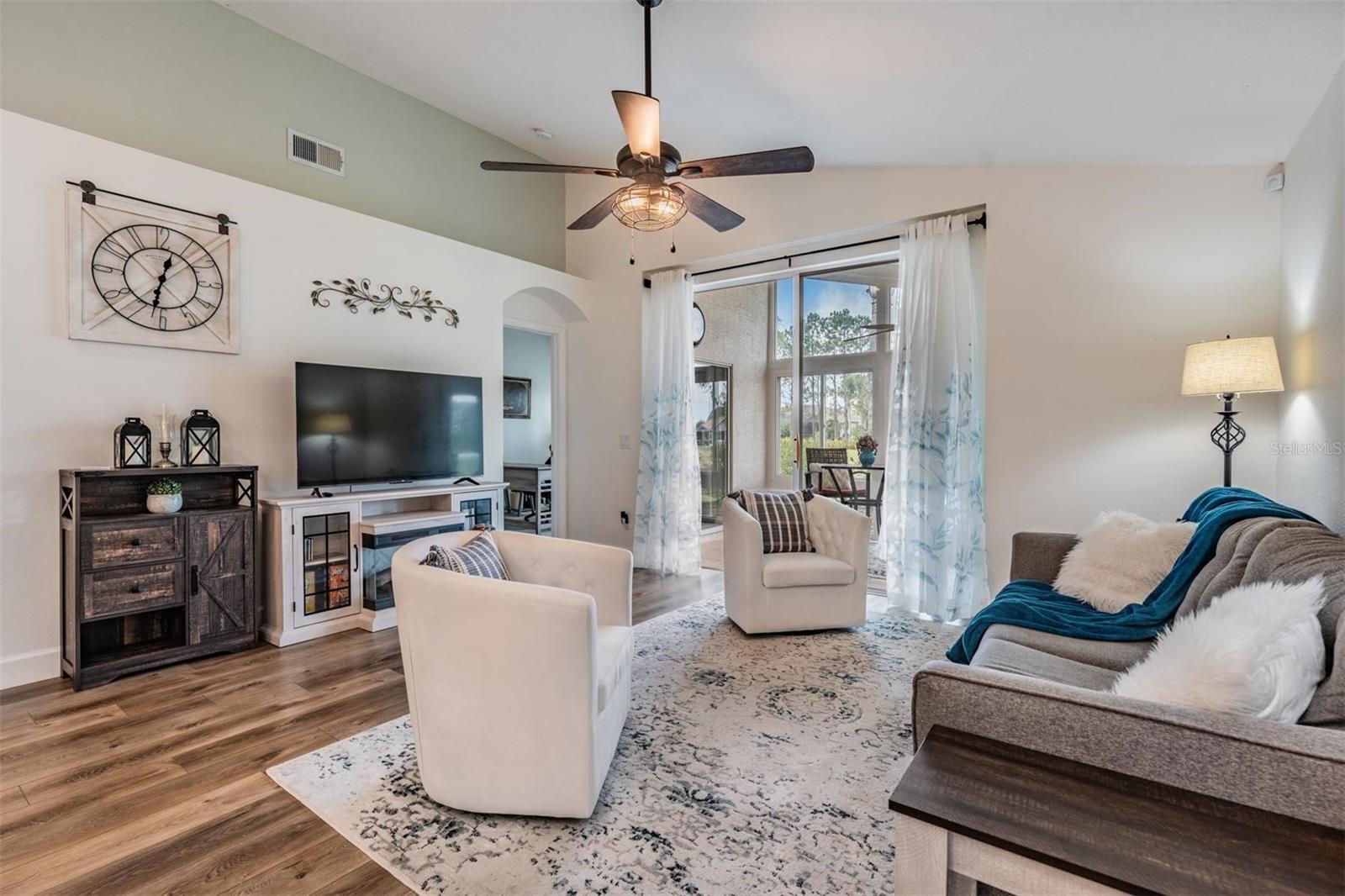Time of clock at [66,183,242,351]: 12:32
